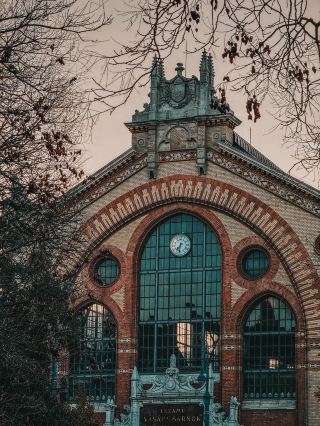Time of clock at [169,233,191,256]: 7:32
